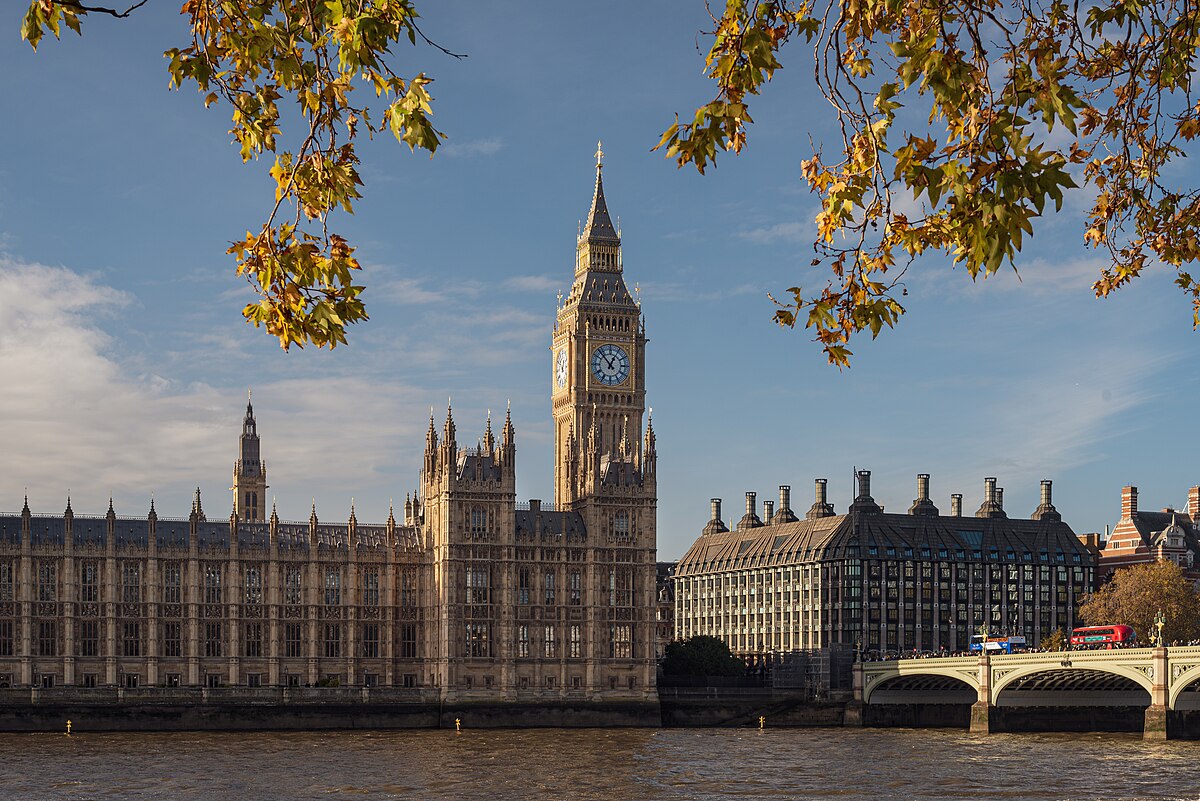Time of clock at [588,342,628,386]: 12:53
